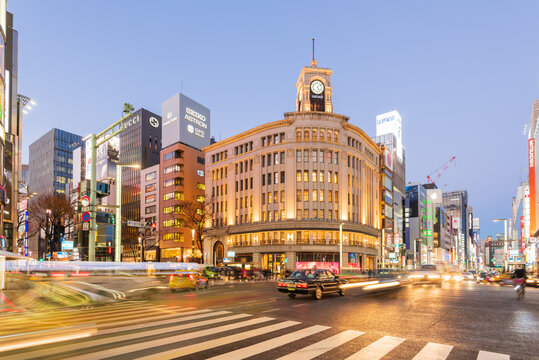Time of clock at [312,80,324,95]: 5:08
